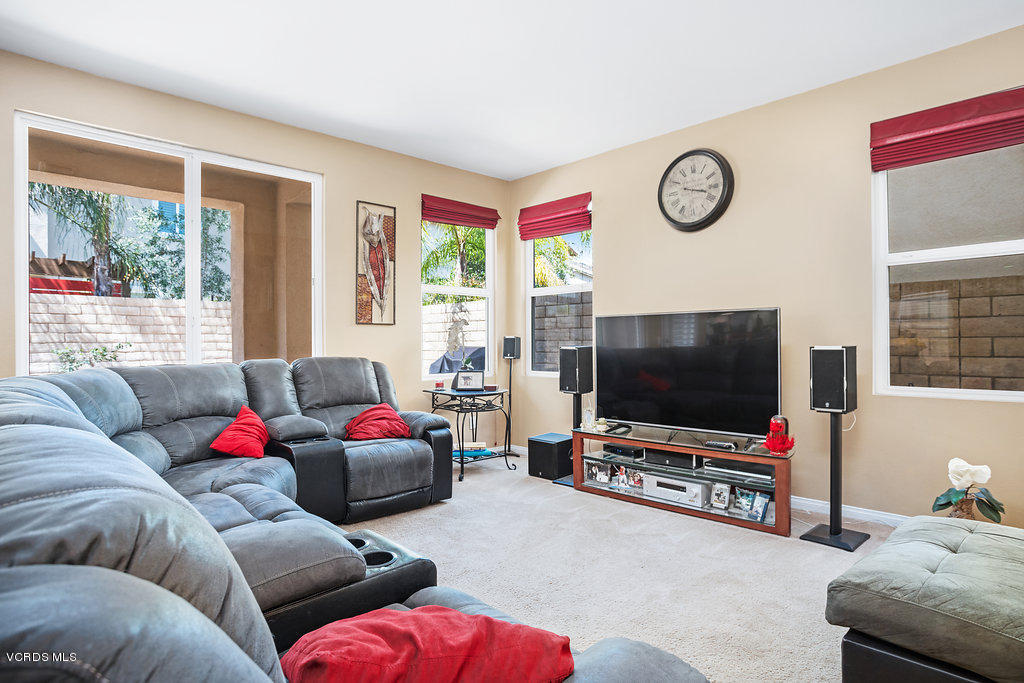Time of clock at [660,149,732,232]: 3:17
